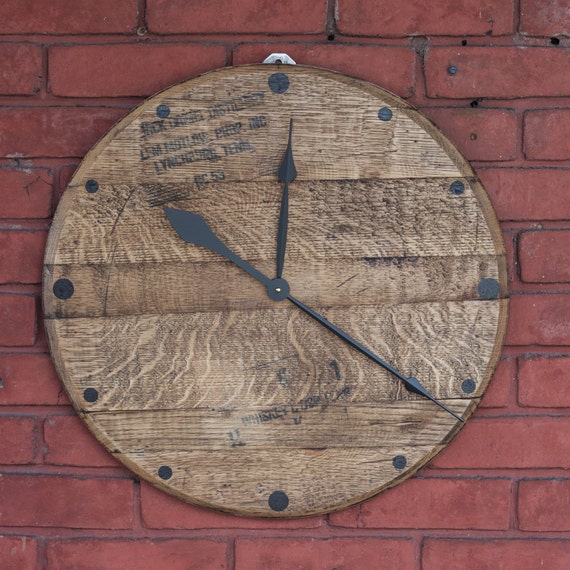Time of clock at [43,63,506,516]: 10:21
